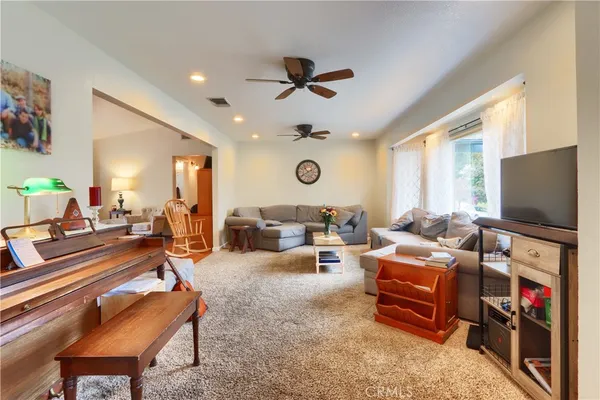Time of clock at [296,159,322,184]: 10:40
